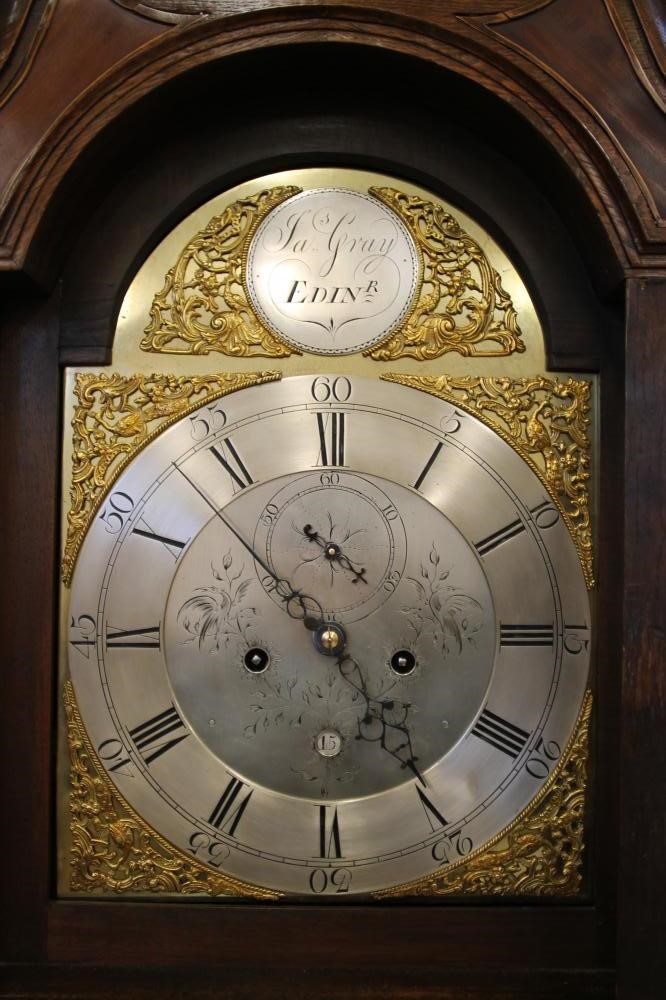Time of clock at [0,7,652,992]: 4:53
